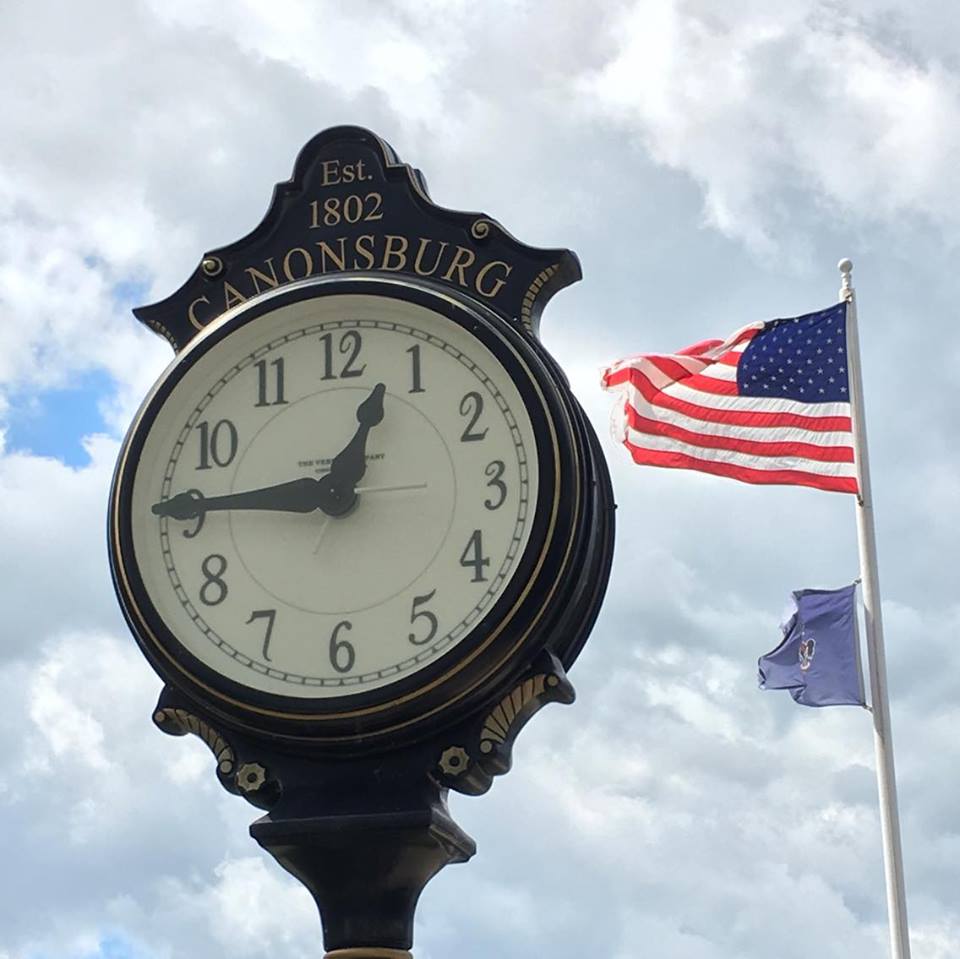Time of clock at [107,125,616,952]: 12:45
